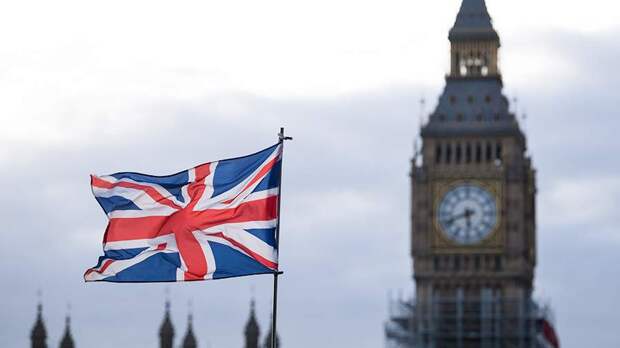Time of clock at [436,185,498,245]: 5:41
